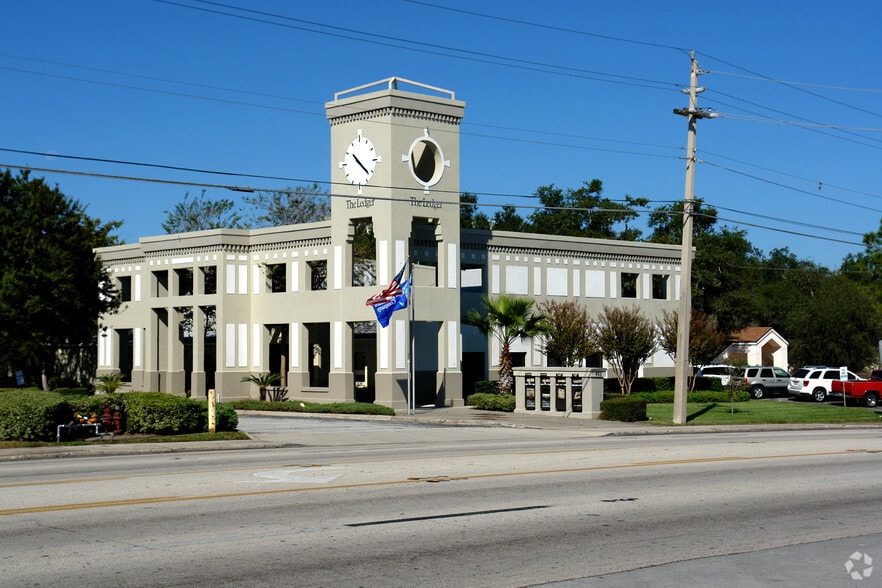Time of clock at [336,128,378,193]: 10:21
